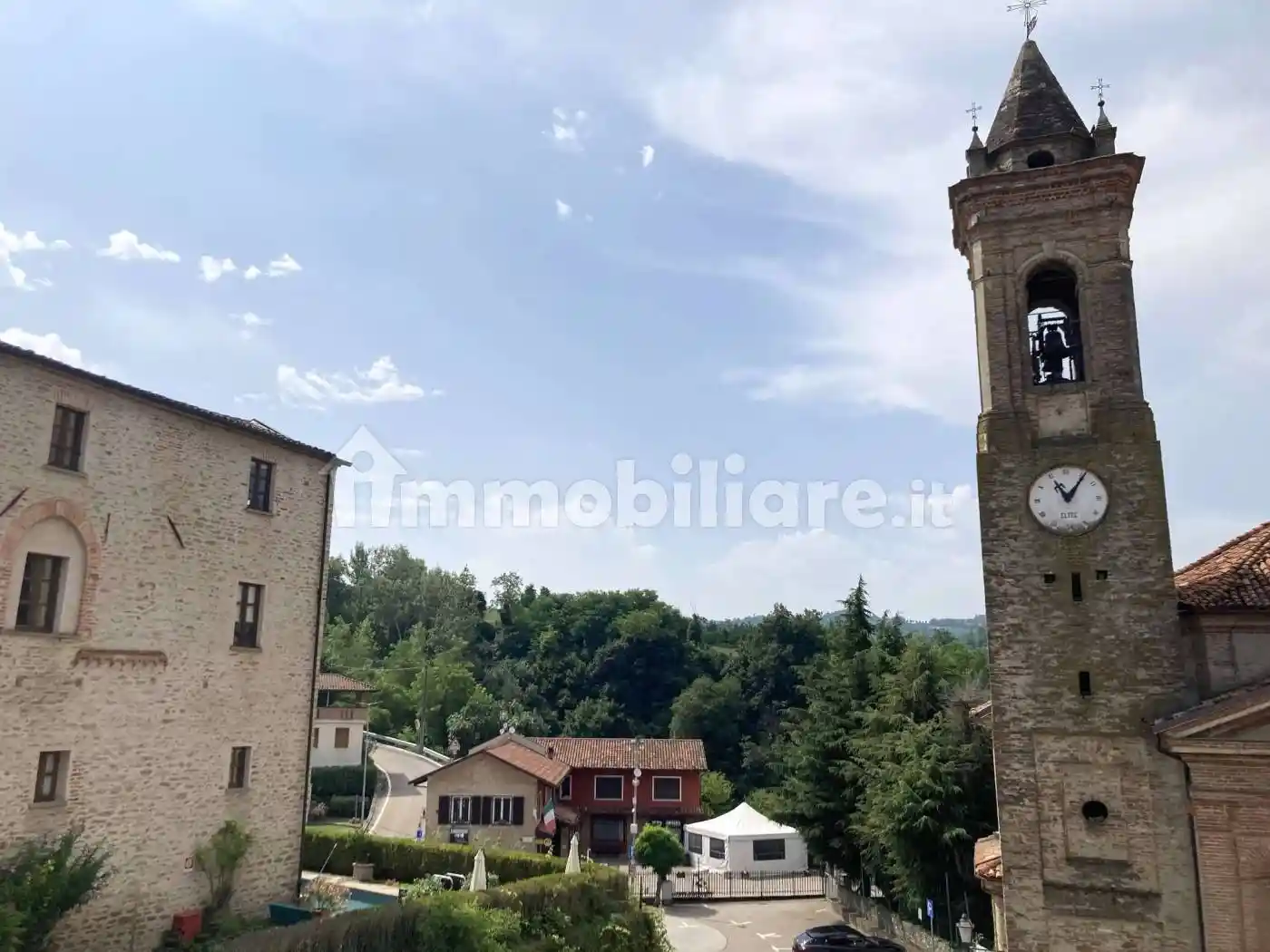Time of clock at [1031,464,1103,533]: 11:06
